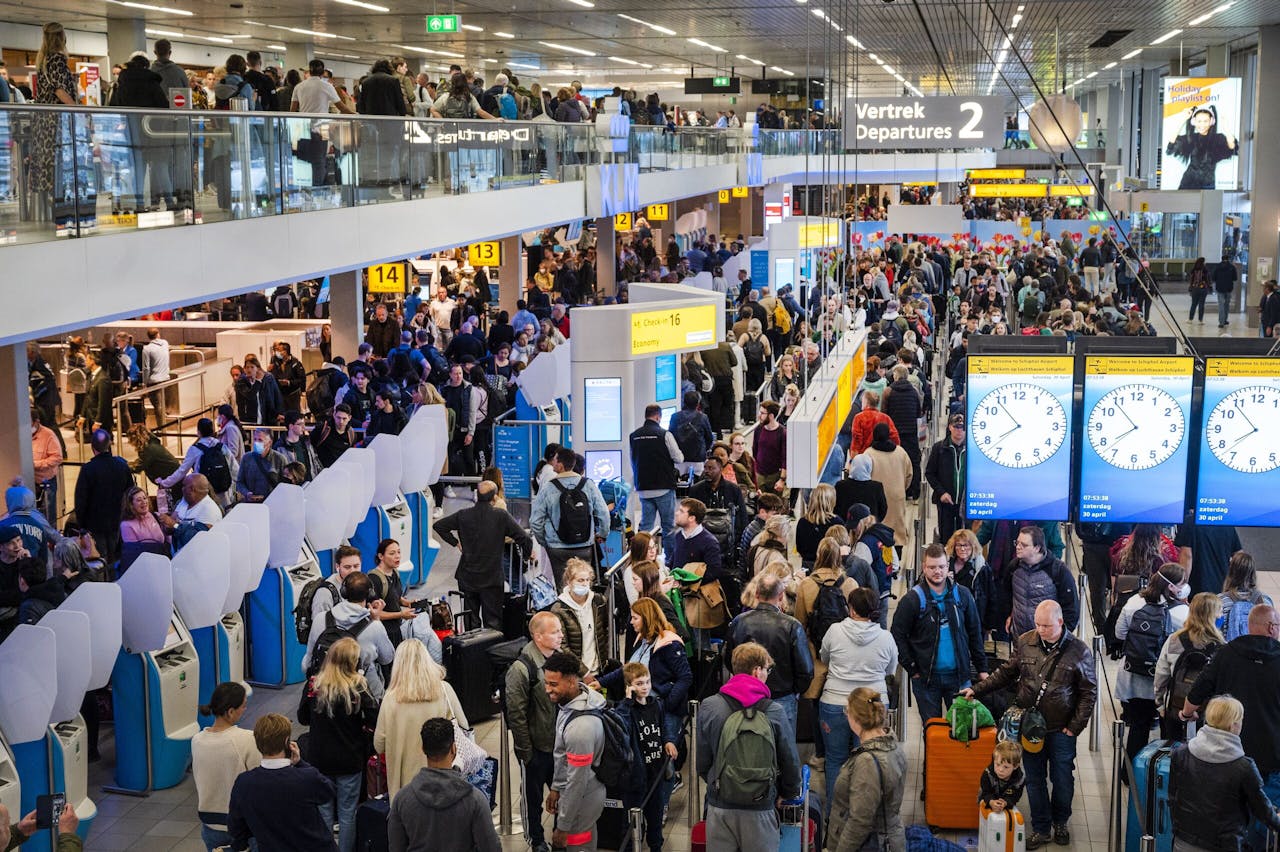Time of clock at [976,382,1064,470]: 7:53
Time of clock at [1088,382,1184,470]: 7:53
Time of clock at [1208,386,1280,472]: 7:53
